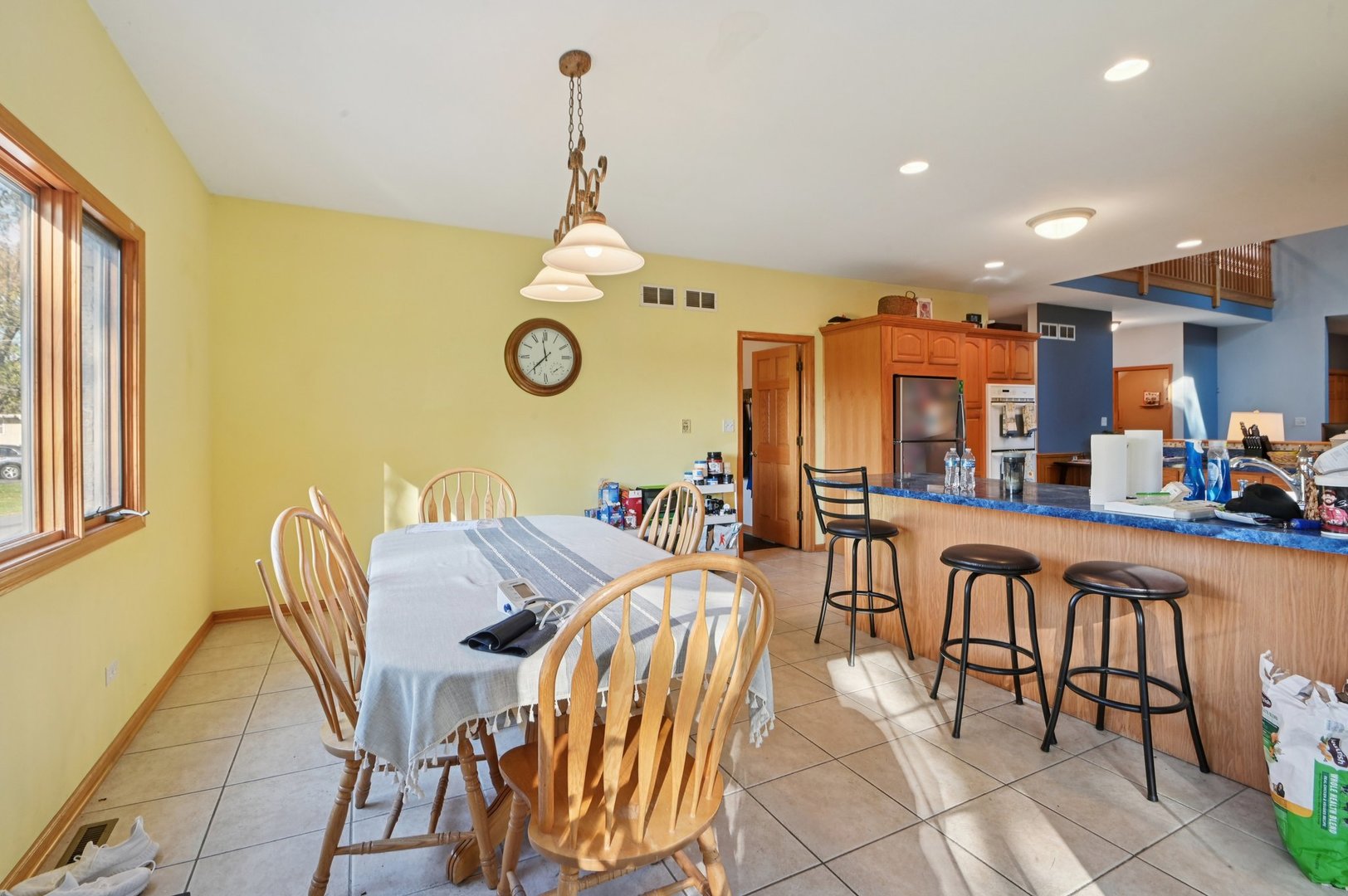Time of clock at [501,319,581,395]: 11:37
